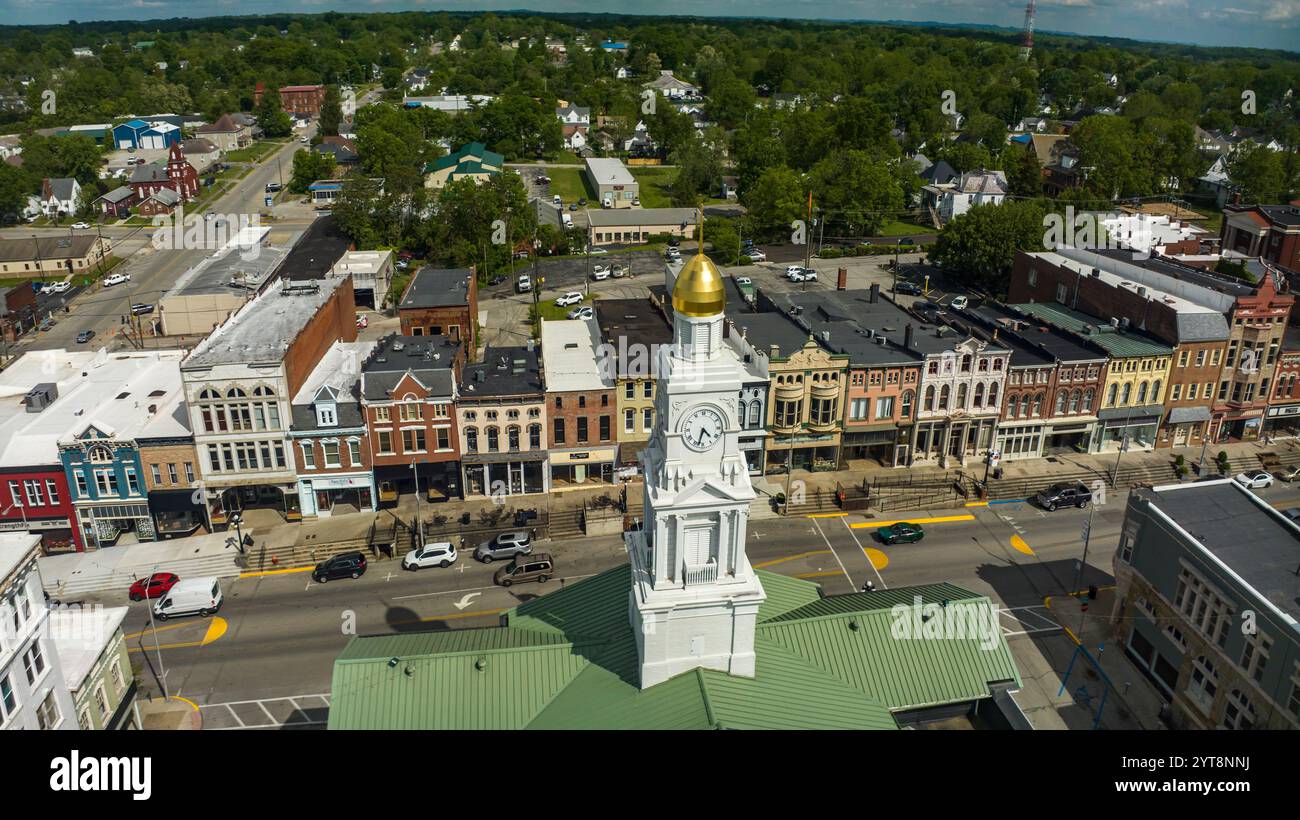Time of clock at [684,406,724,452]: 4:32
